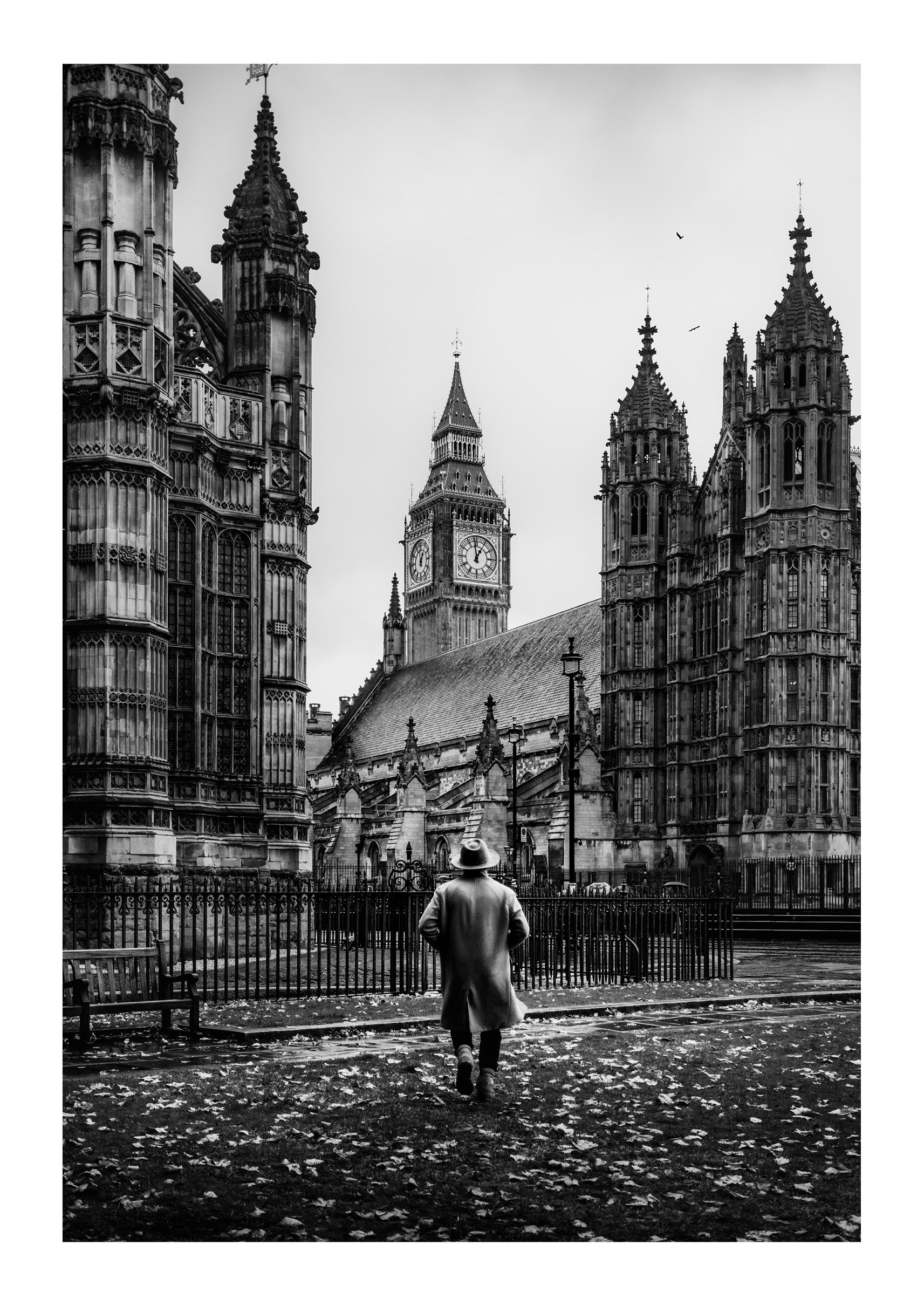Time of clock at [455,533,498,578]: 12:58
